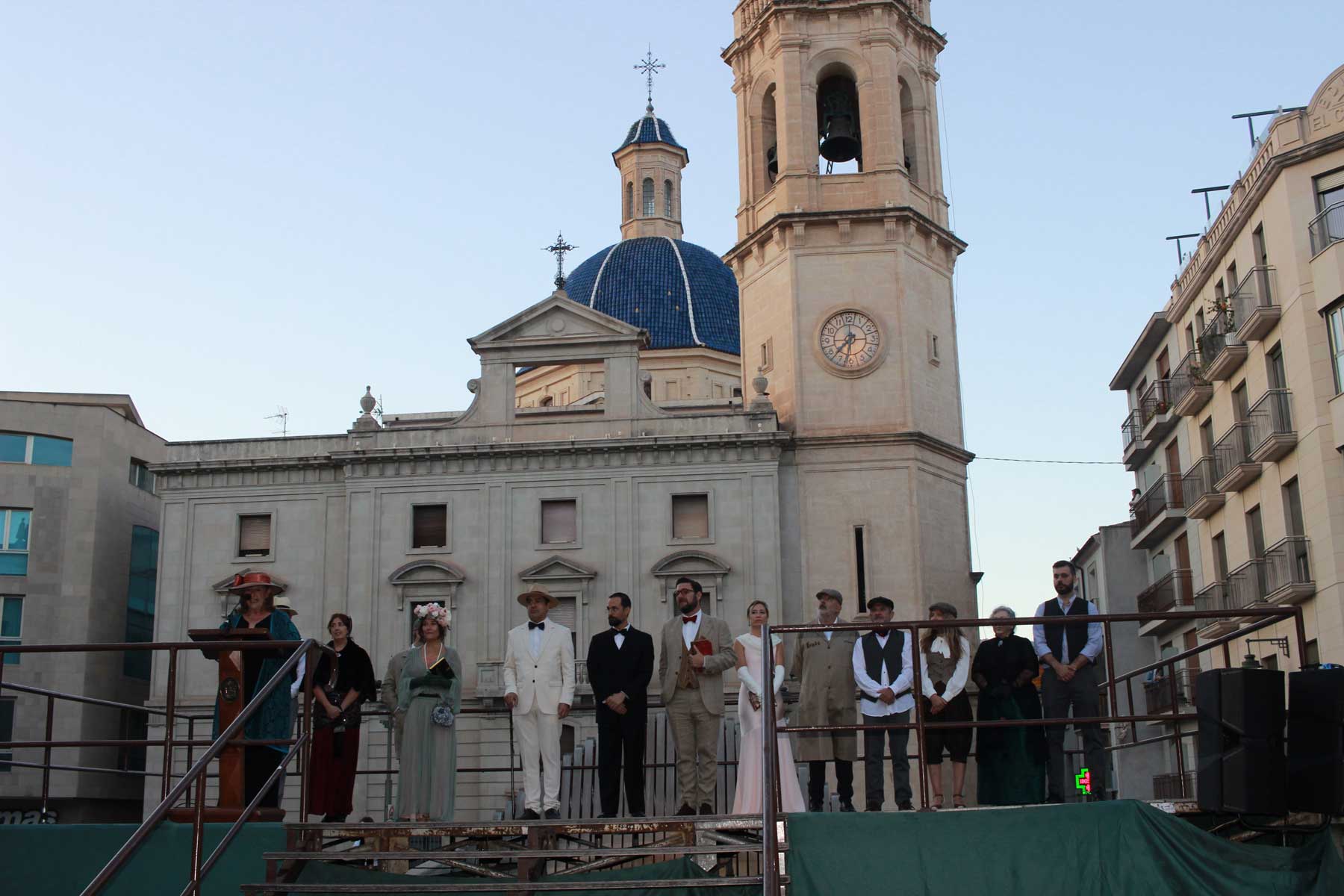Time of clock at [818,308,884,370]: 7:32
